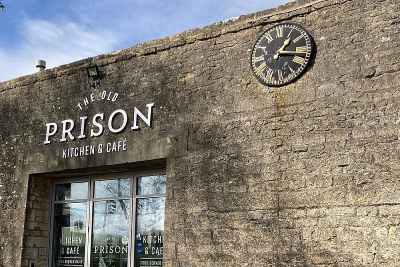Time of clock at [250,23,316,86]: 1:16
